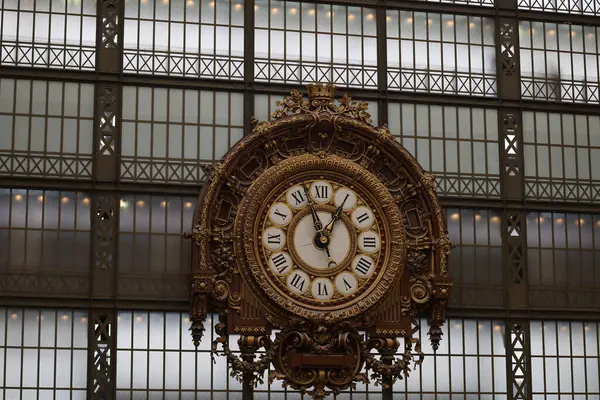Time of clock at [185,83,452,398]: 12:57
